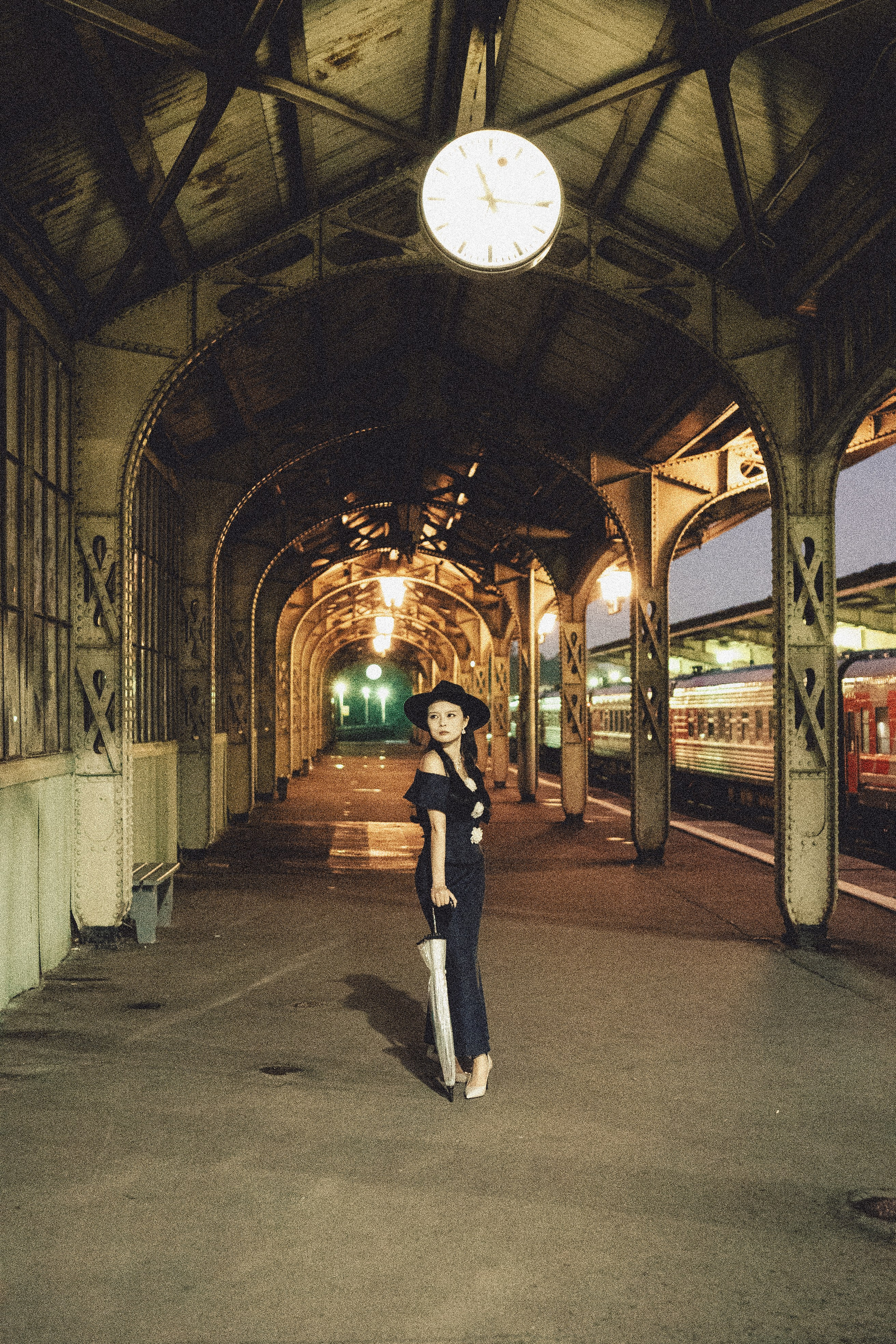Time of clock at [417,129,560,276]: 11:15
